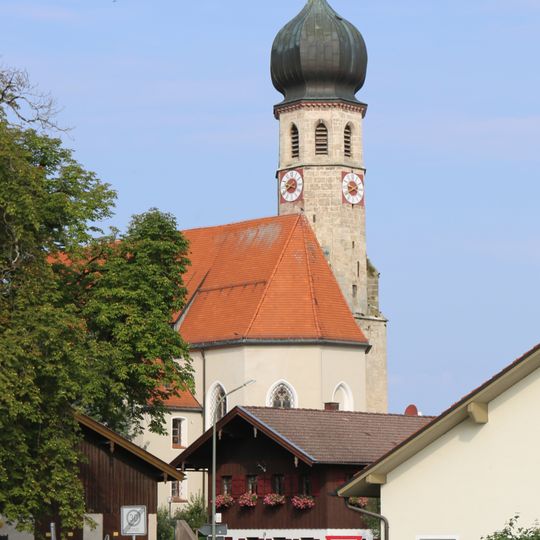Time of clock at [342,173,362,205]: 3:40
